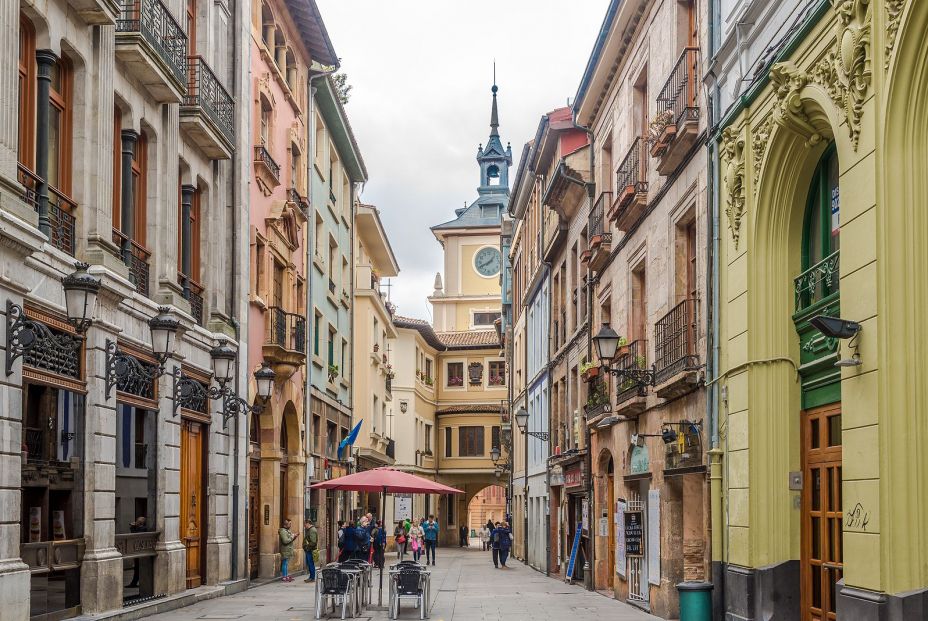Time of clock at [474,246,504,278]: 1:41
